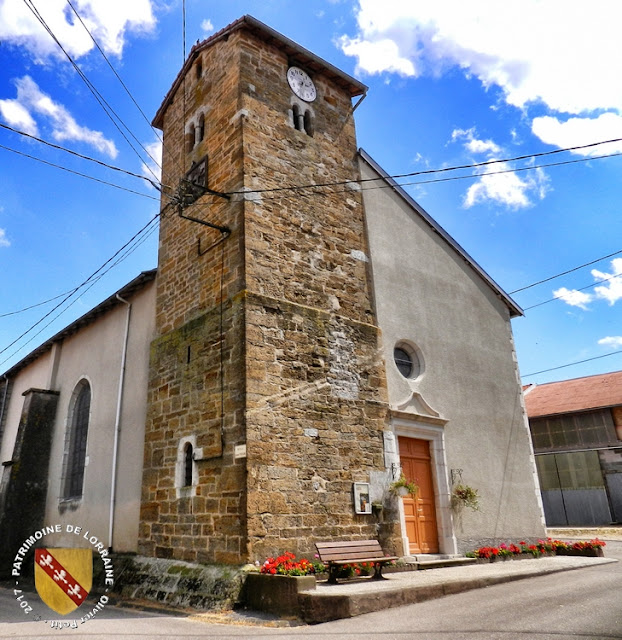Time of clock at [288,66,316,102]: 2:33
